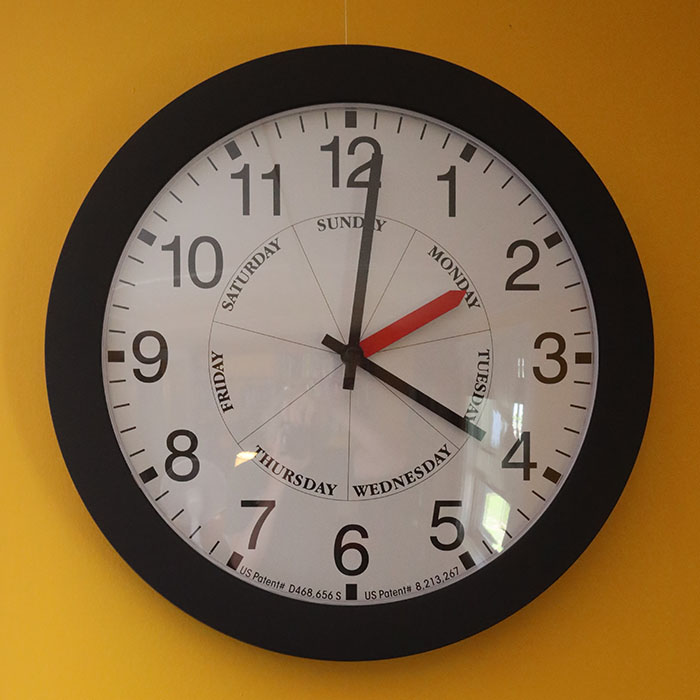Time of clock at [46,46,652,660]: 4:01
